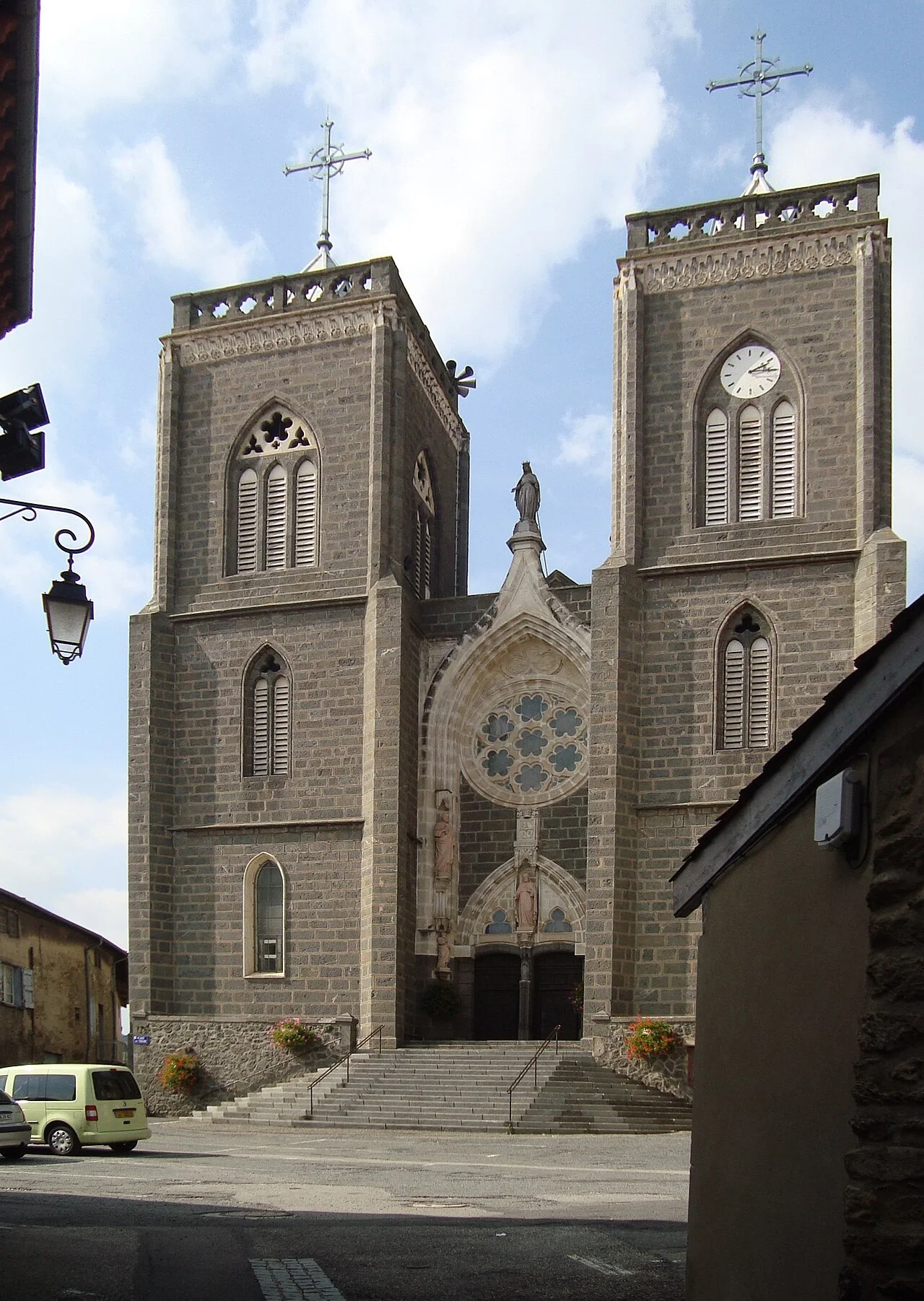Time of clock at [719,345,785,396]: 2:15
